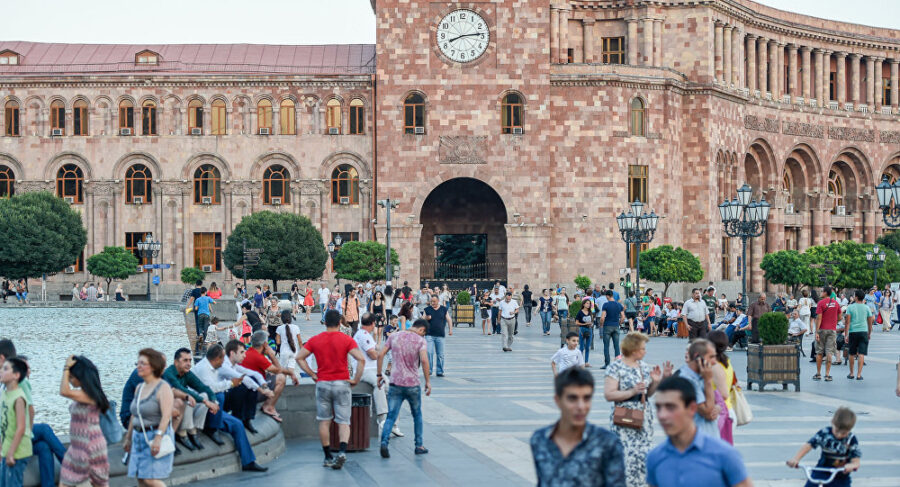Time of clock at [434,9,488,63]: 8:14
